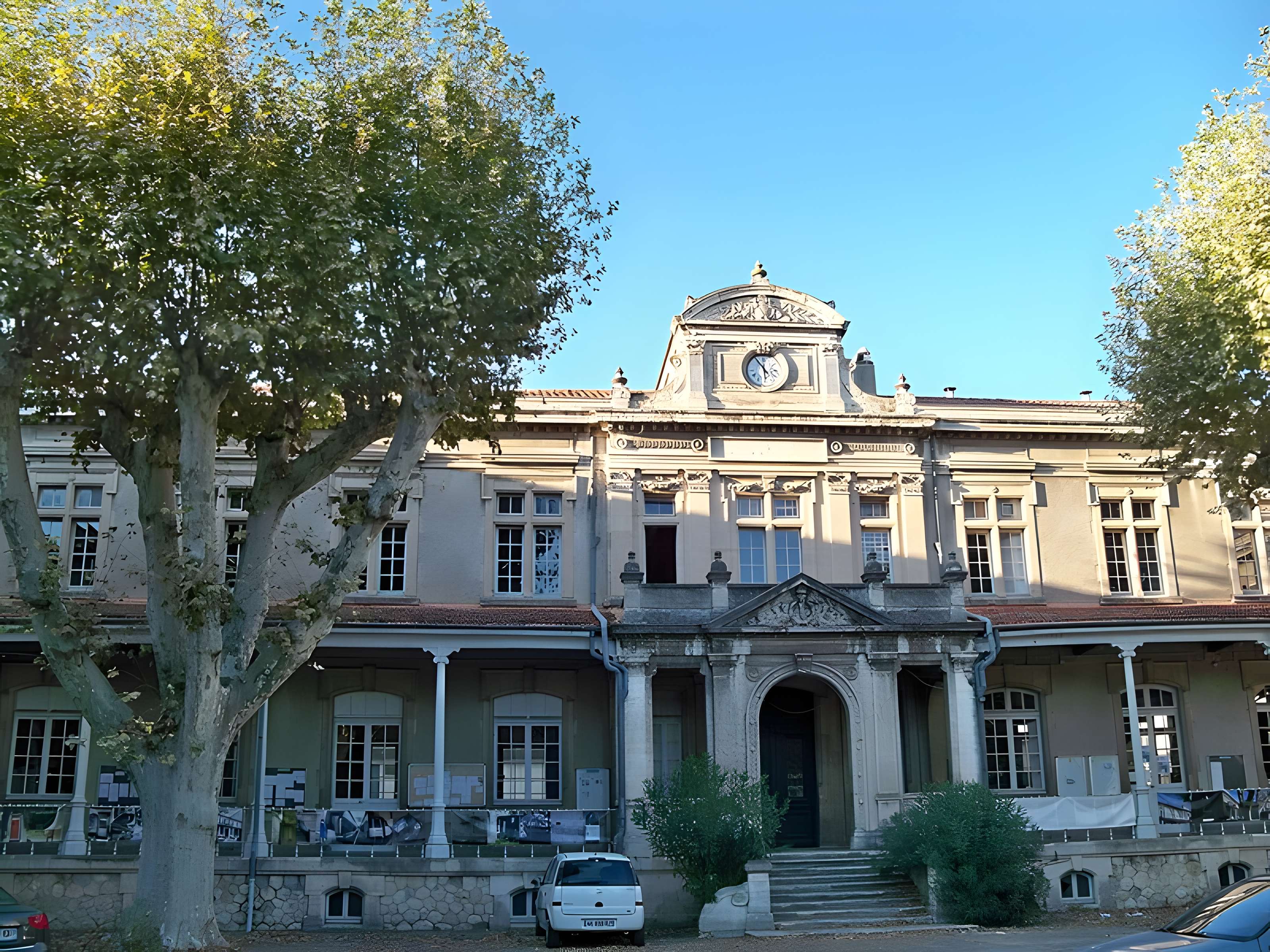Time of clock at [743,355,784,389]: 5:54
